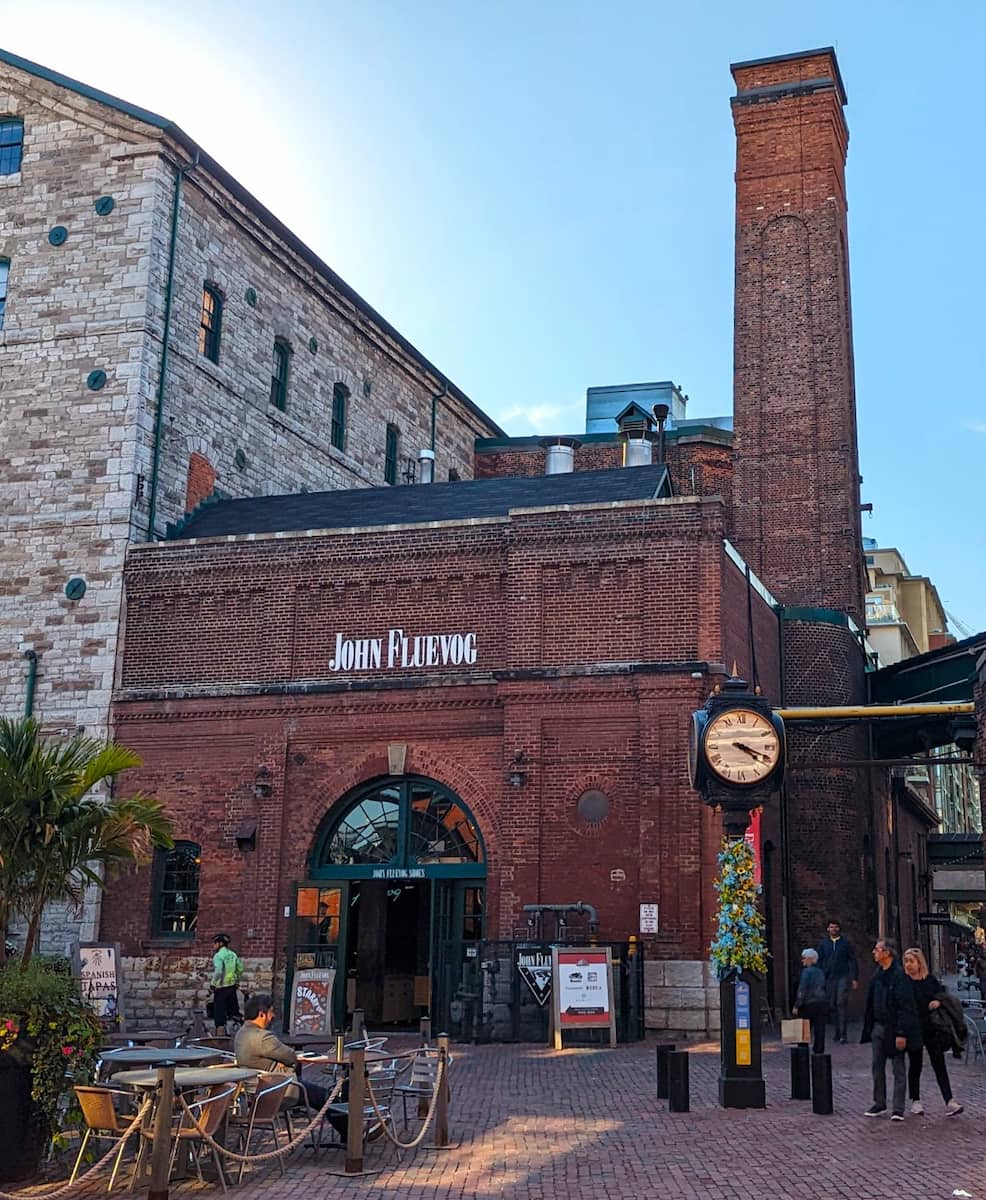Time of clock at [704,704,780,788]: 4:18
